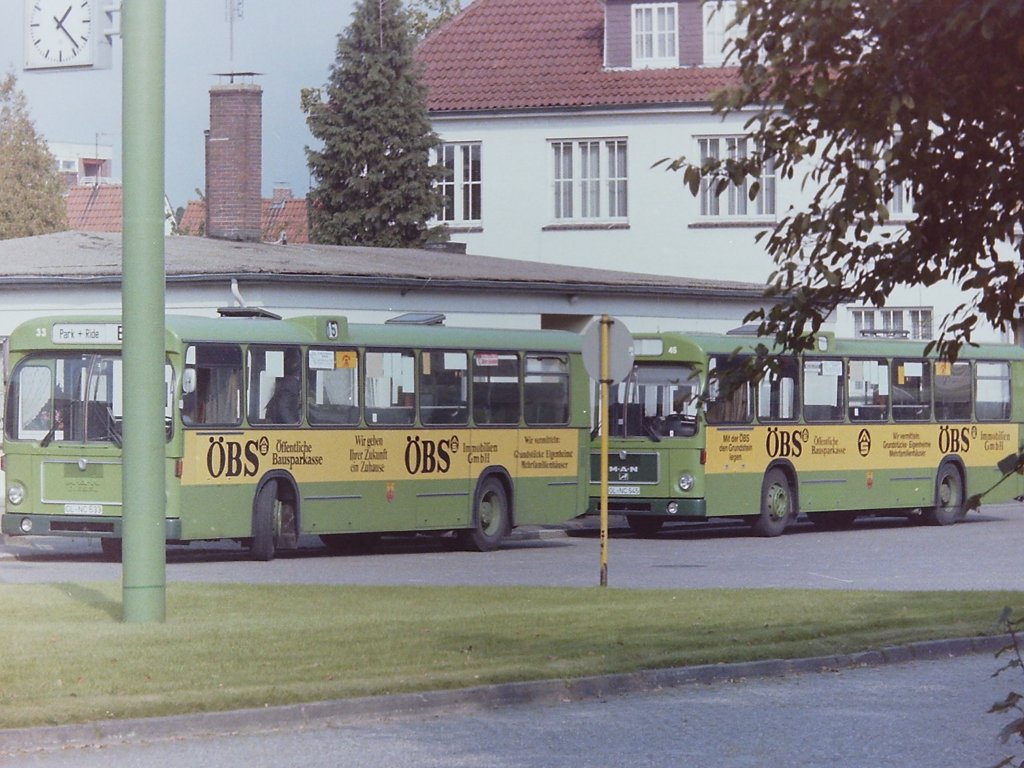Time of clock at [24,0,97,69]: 1:23
